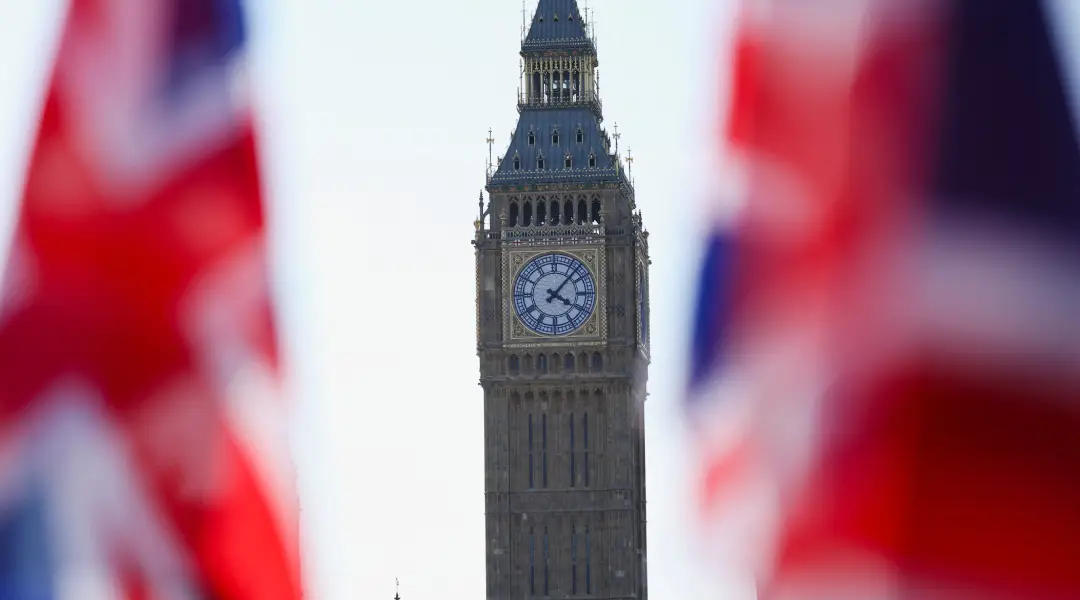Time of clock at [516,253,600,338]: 4:07
